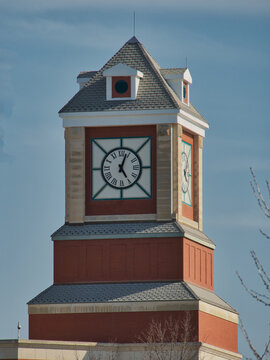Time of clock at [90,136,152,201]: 5:03
